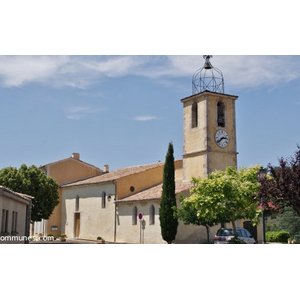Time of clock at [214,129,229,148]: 2:38
